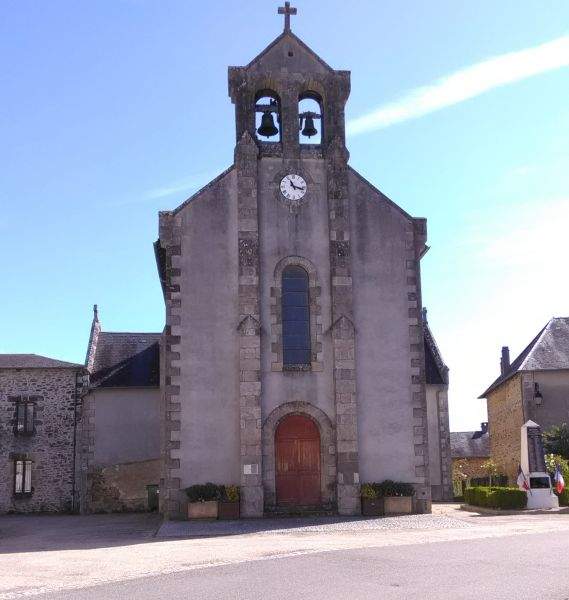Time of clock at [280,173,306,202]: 11:17
